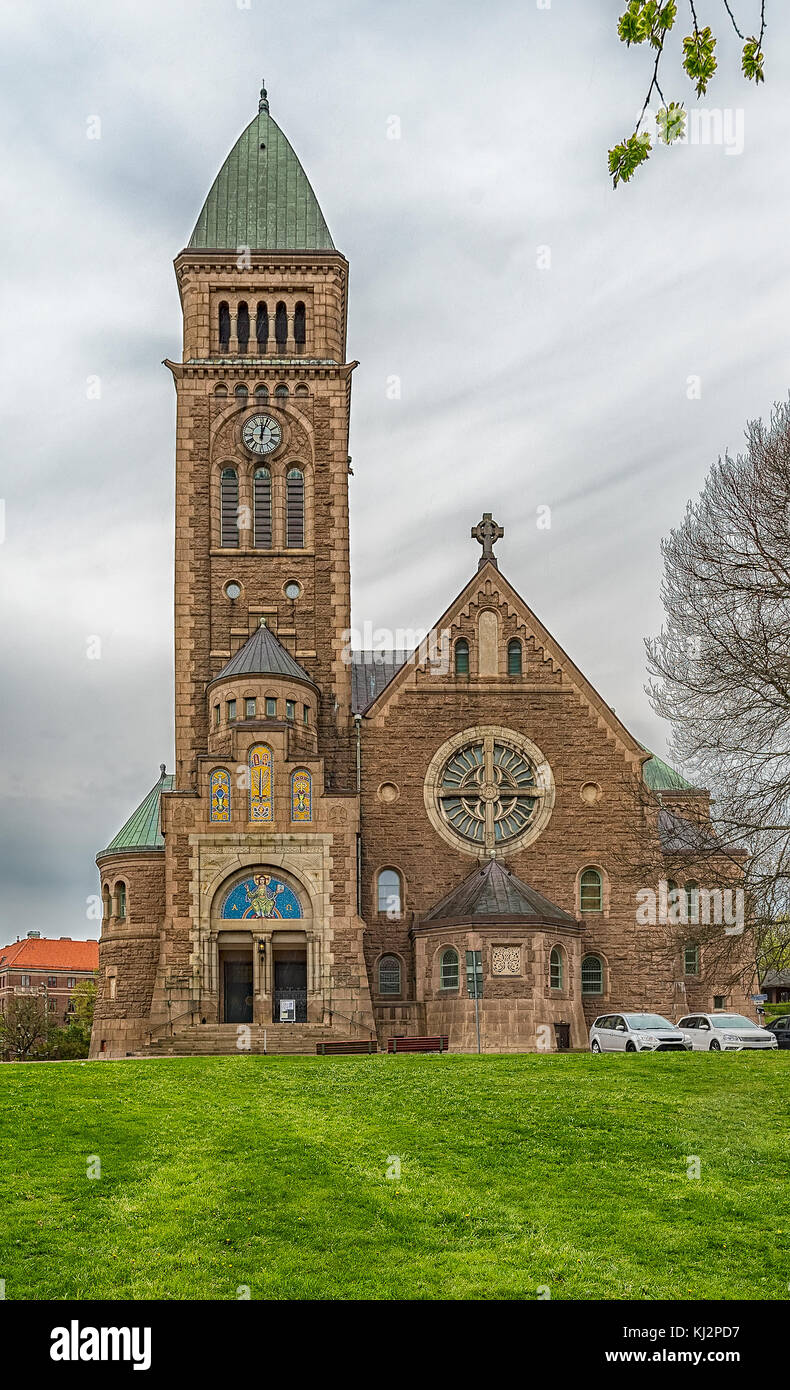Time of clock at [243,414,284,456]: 12:03
